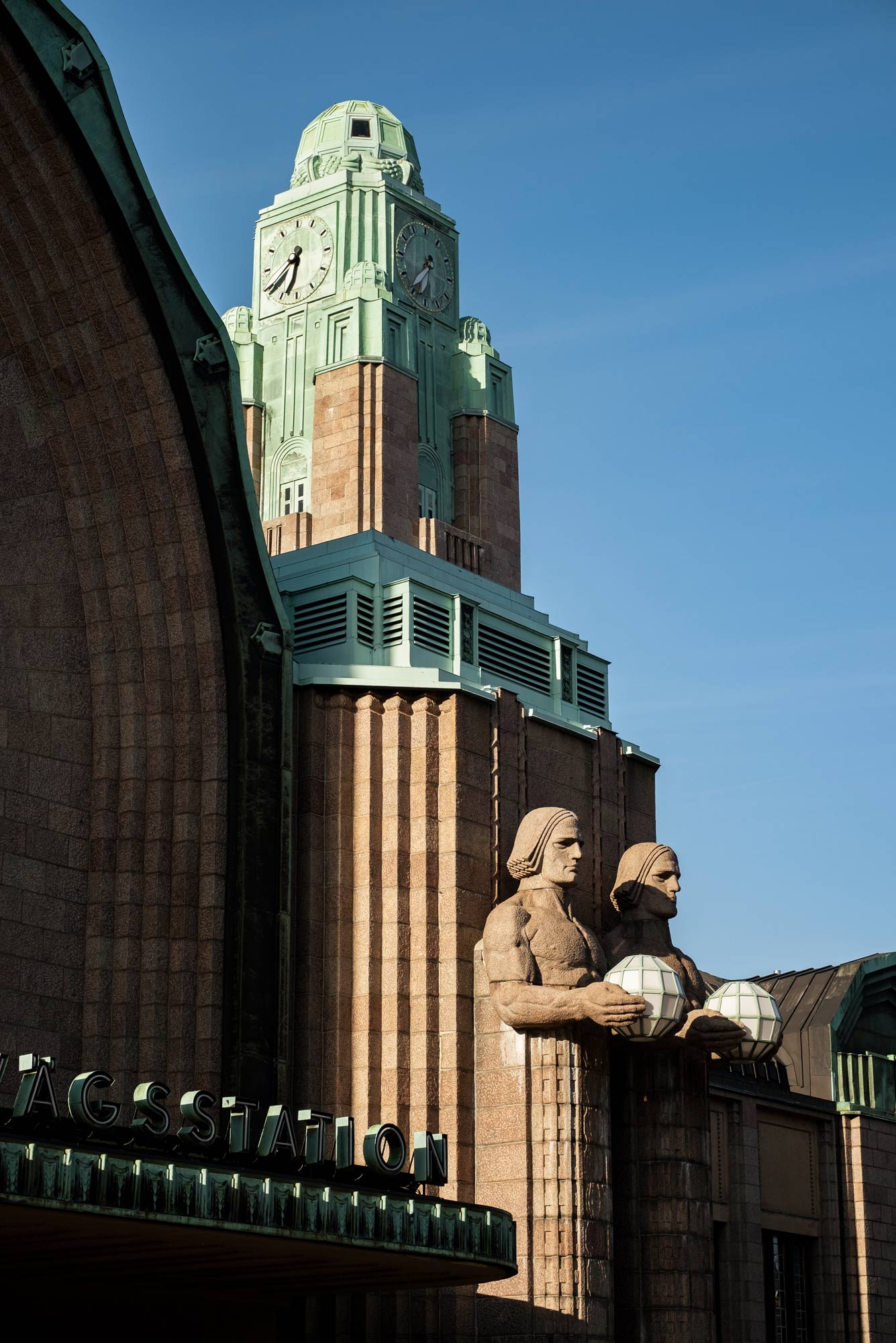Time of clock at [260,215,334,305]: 6:38
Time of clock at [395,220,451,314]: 6:36
